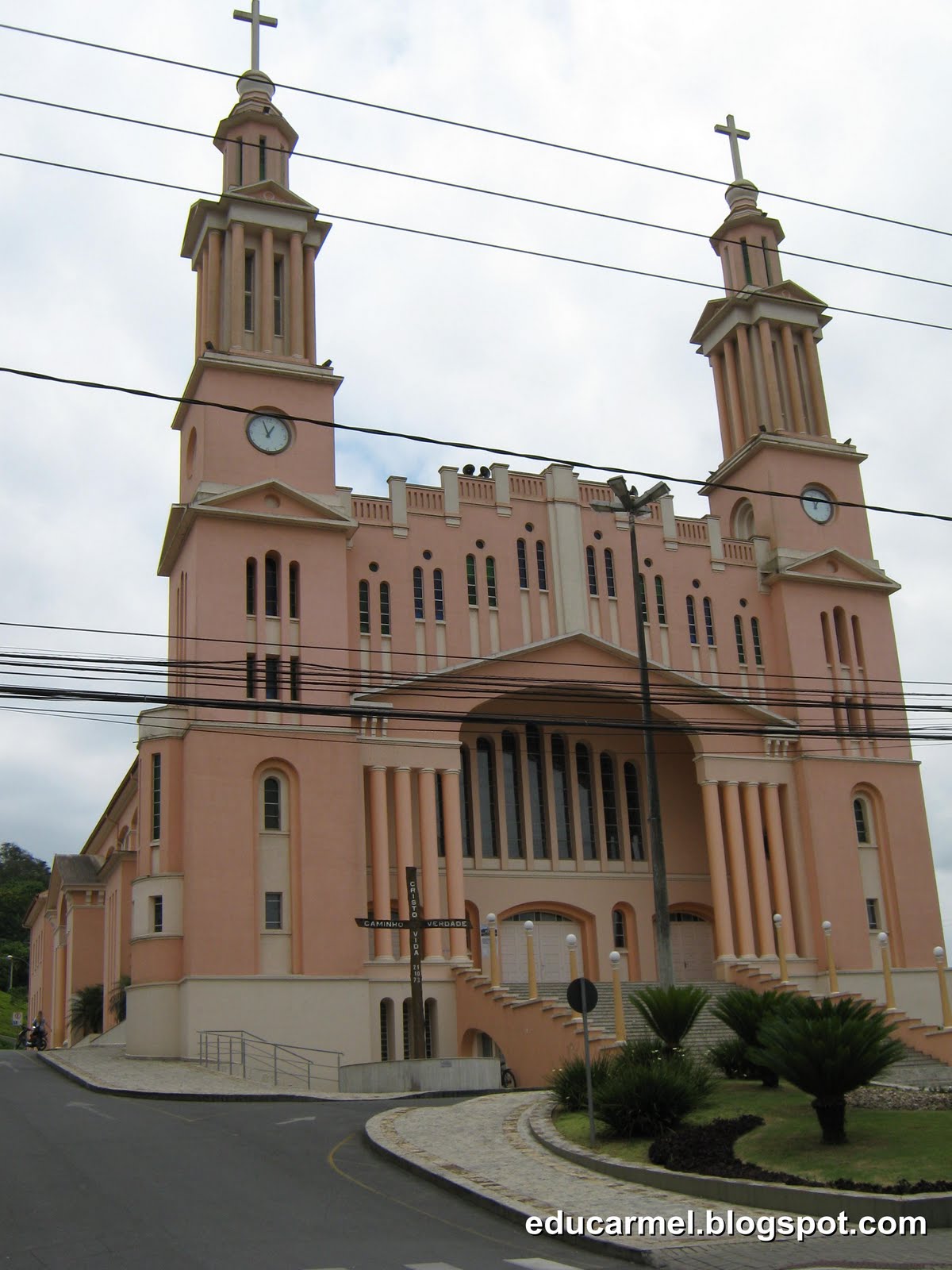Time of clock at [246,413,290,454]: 12:56
